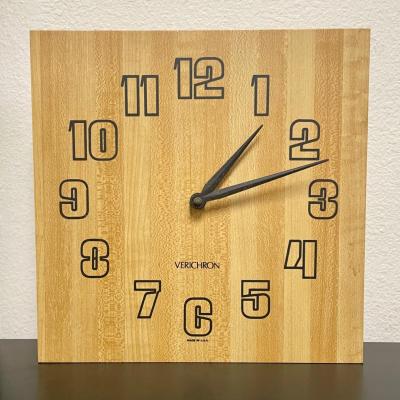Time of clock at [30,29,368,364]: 1:12
